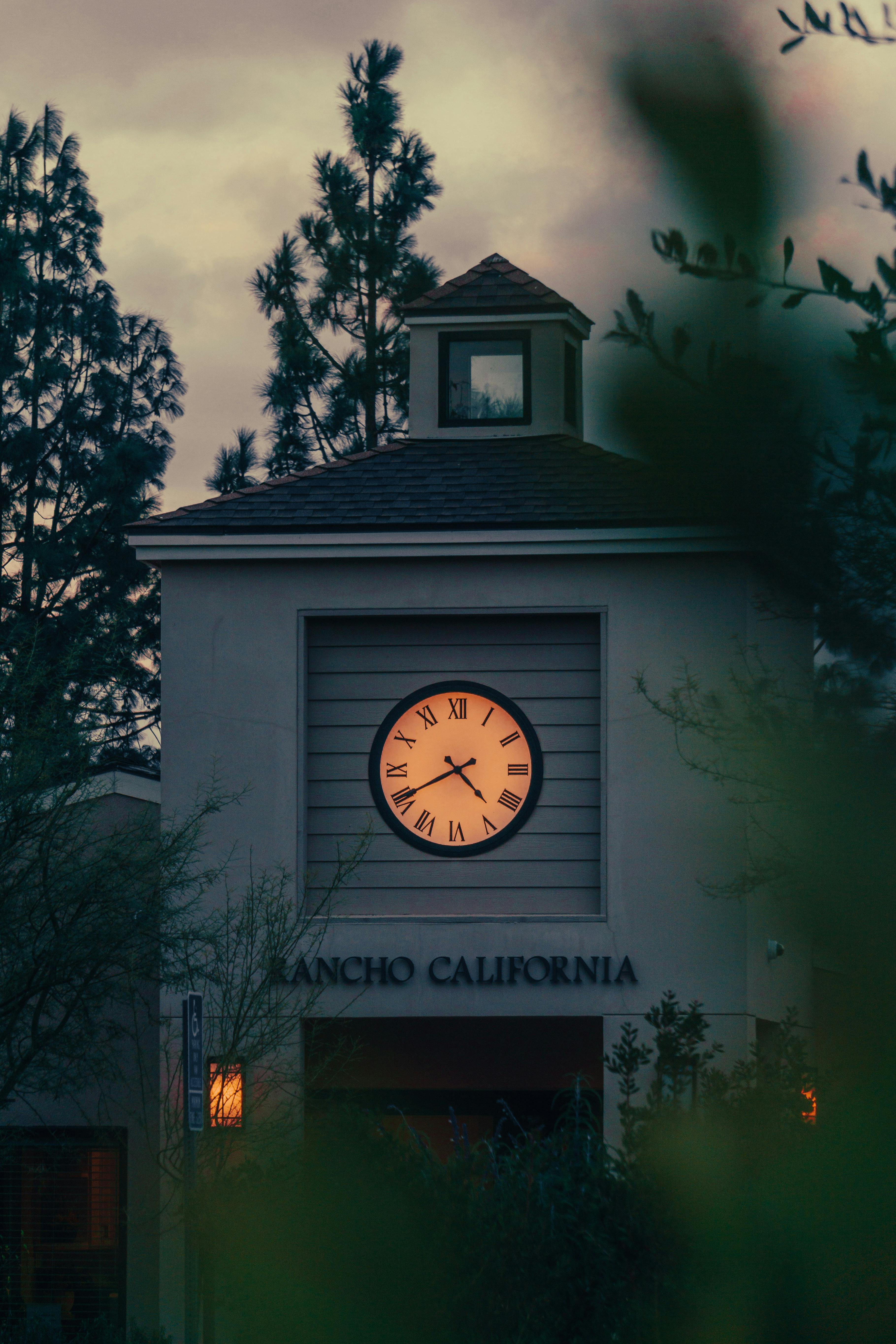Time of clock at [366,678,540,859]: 4:40
